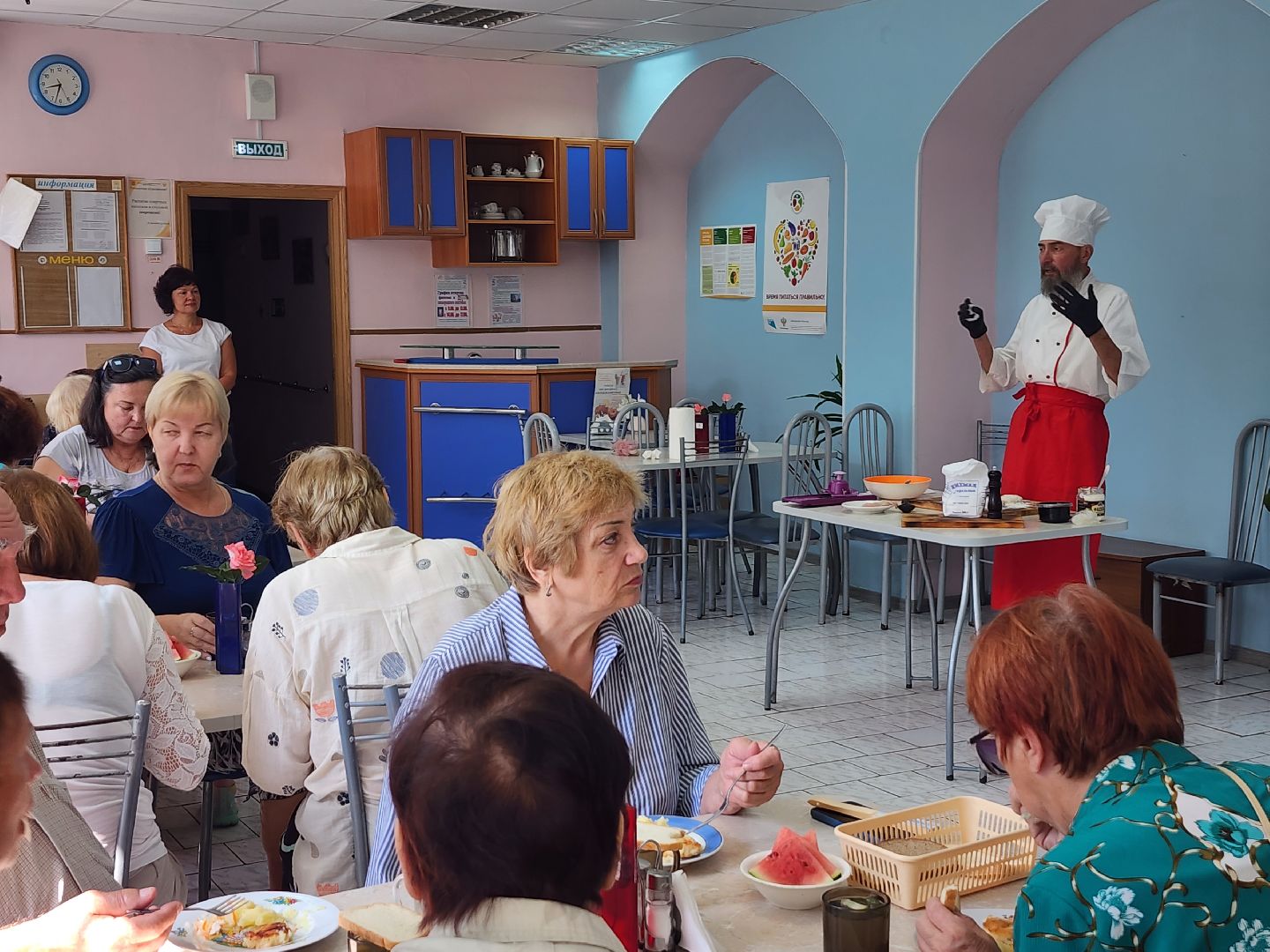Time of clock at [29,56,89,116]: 8:32
